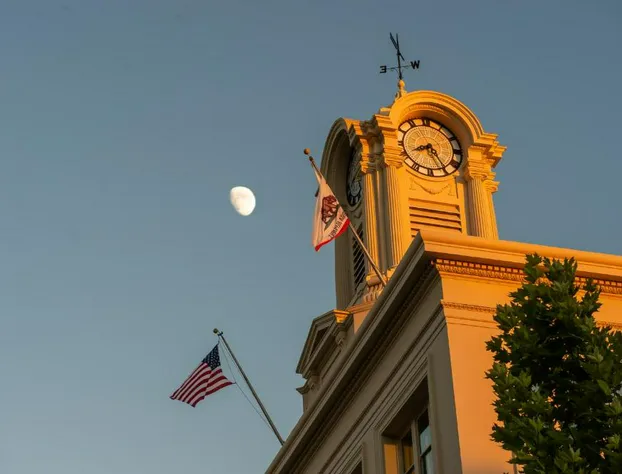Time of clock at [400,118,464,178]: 8:24
